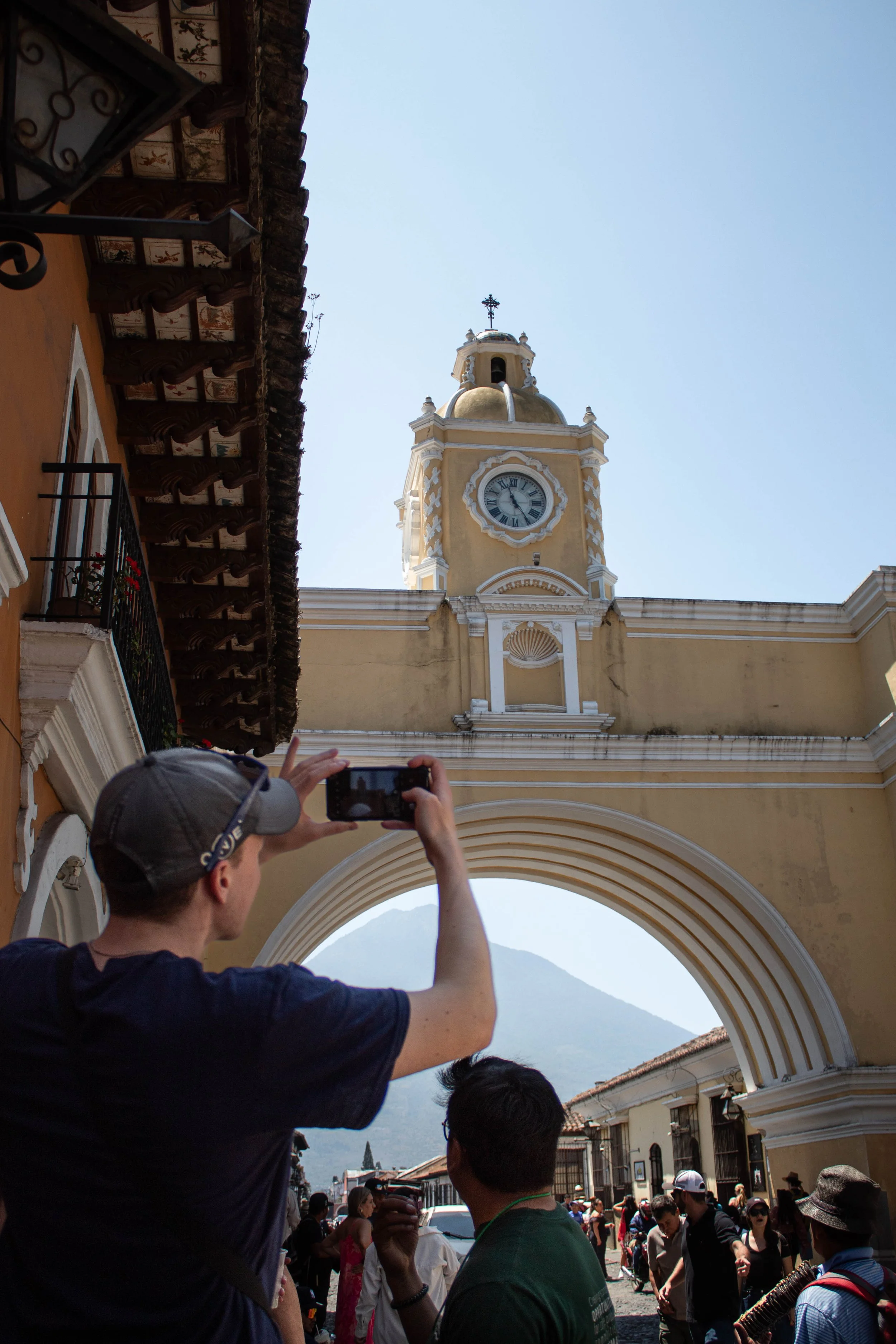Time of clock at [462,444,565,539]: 11:24
